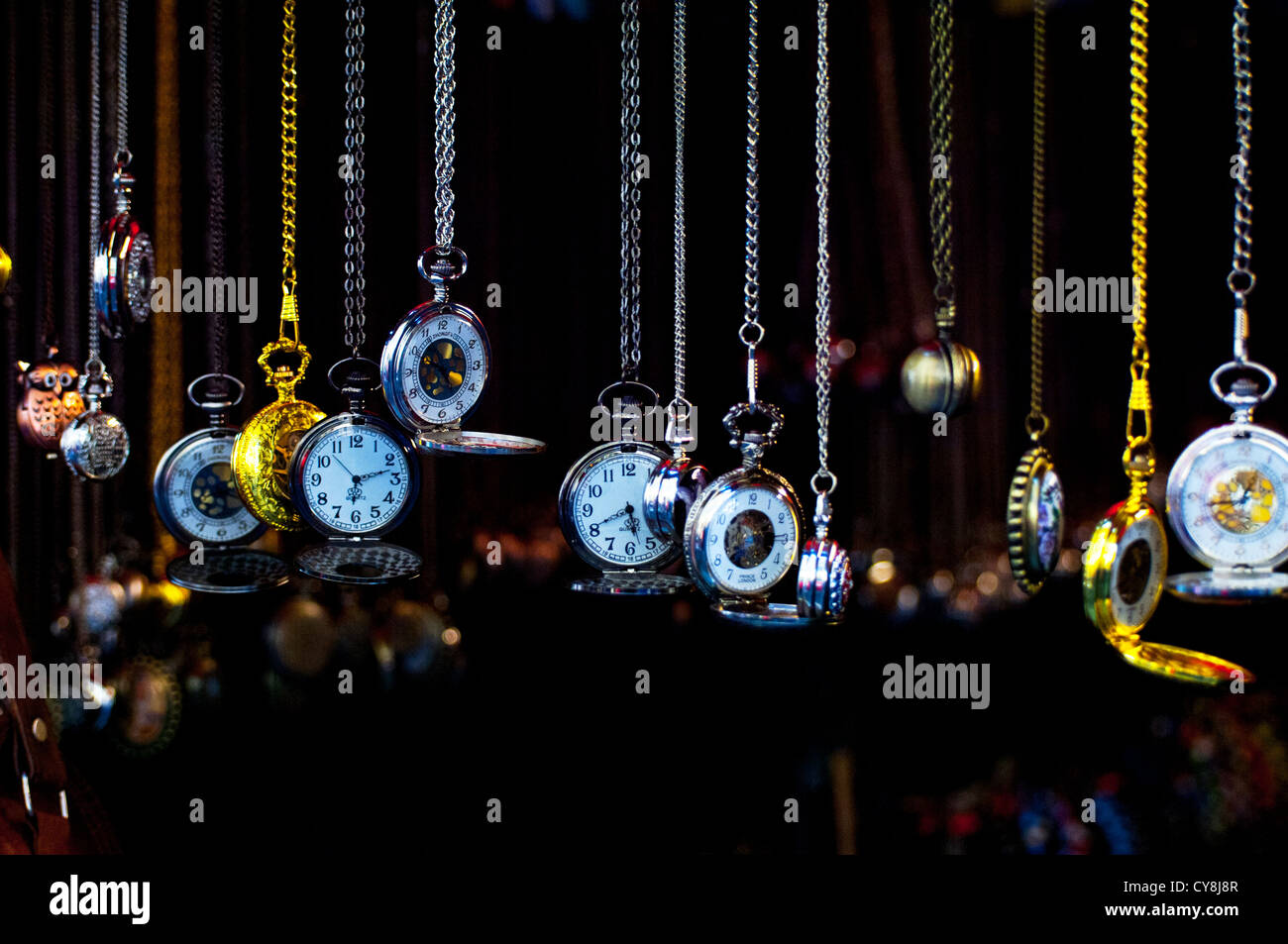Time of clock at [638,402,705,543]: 5:40
